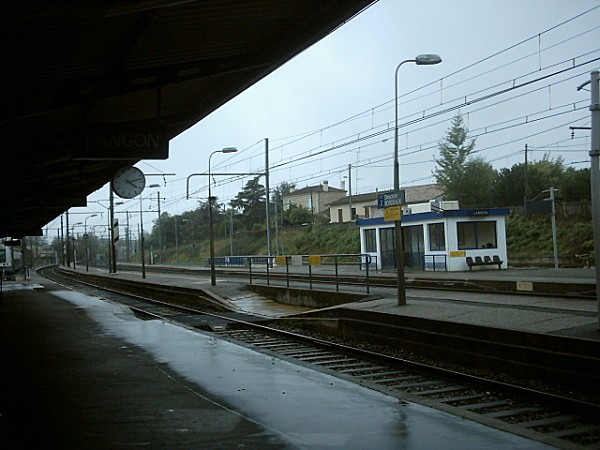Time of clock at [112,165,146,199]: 4:12
